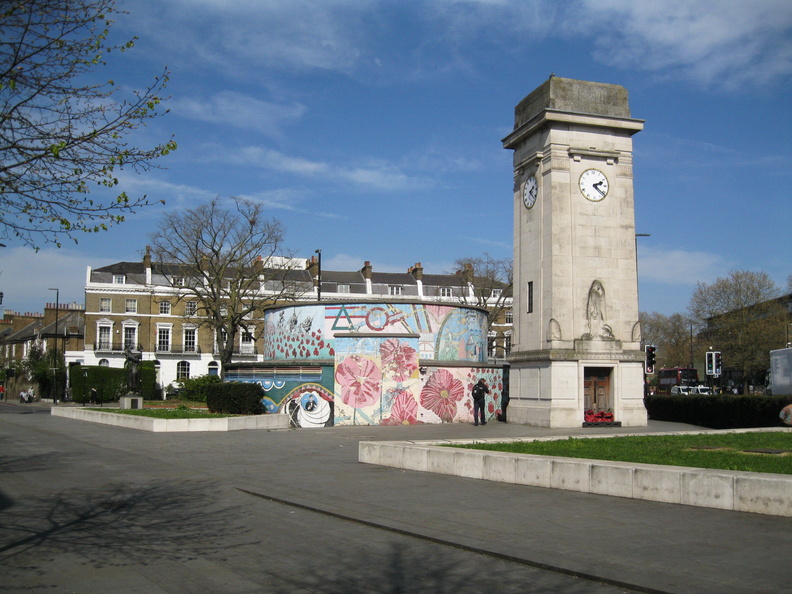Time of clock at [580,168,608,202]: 2:21
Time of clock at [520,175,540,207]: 2:21
